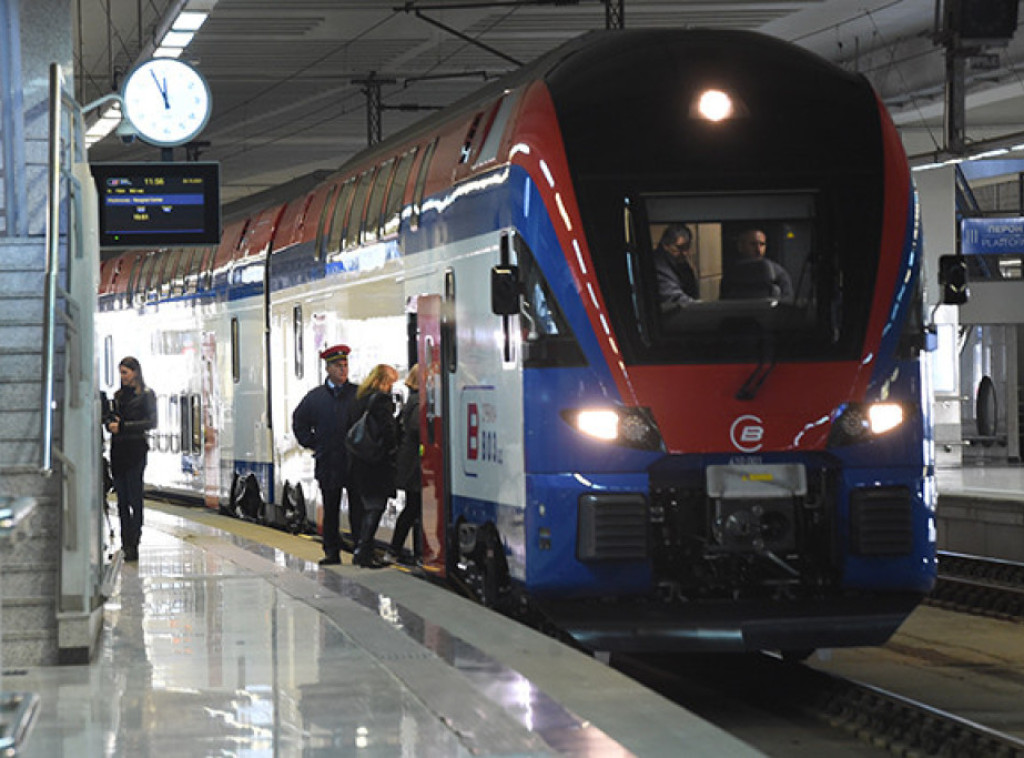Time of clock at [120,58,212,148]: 11:55
